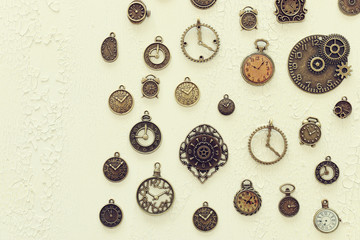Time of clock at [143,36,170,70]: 9:01
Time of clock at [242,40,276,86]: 10:07
